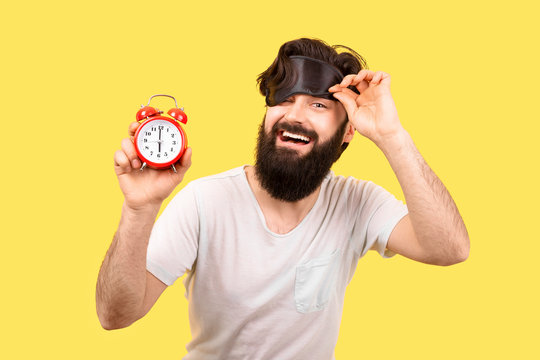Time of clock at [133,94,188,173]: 5:59
